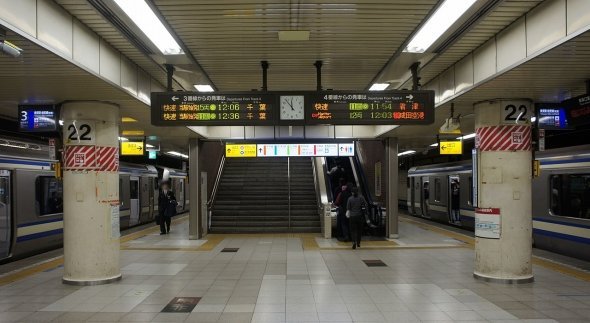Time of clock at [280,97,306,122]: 11:53
